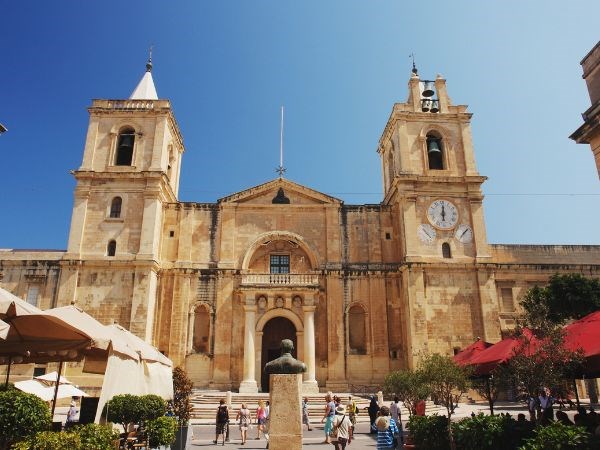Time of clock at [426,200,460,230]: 6:00
